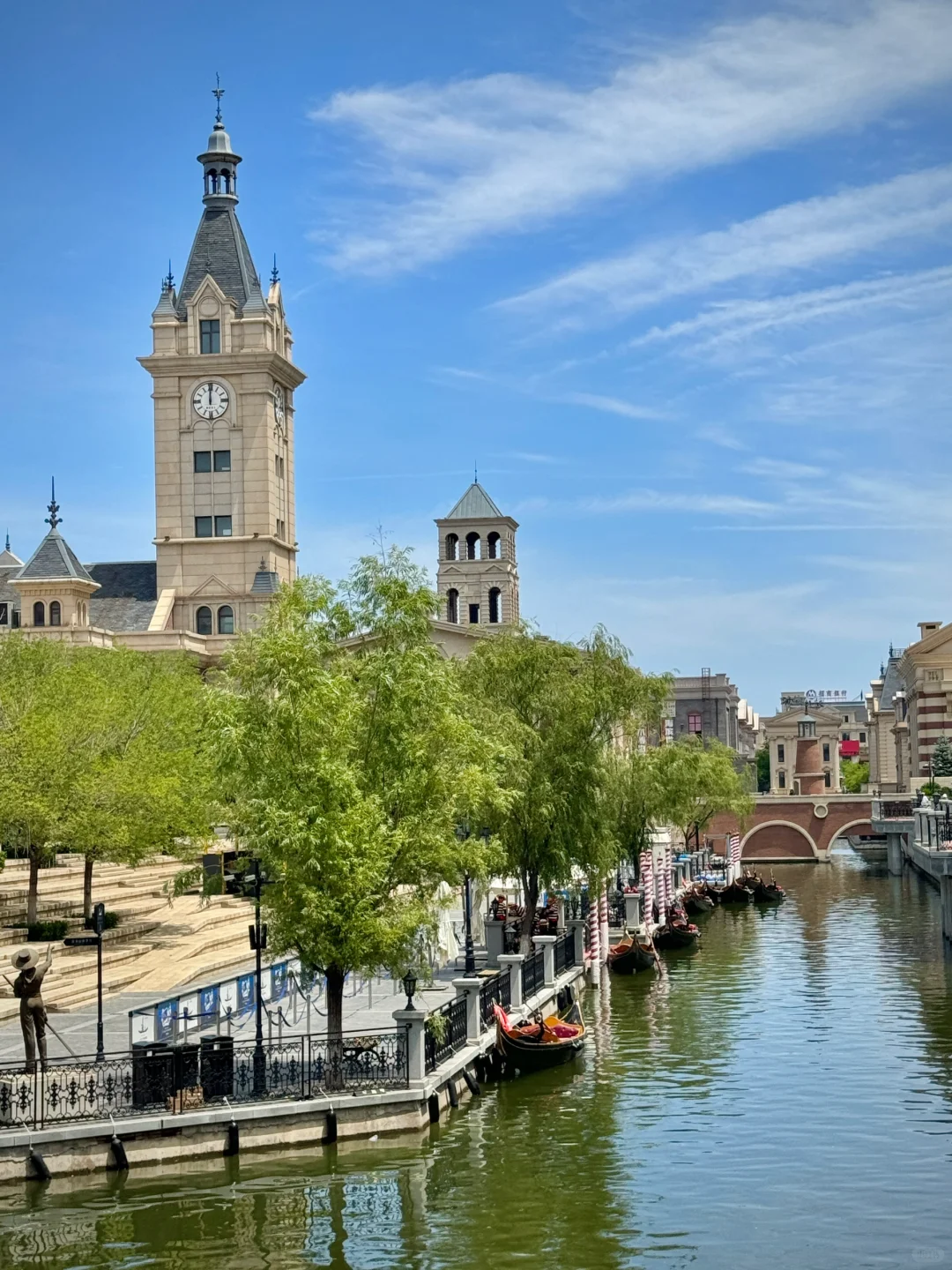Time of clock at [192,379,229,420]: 11:59
